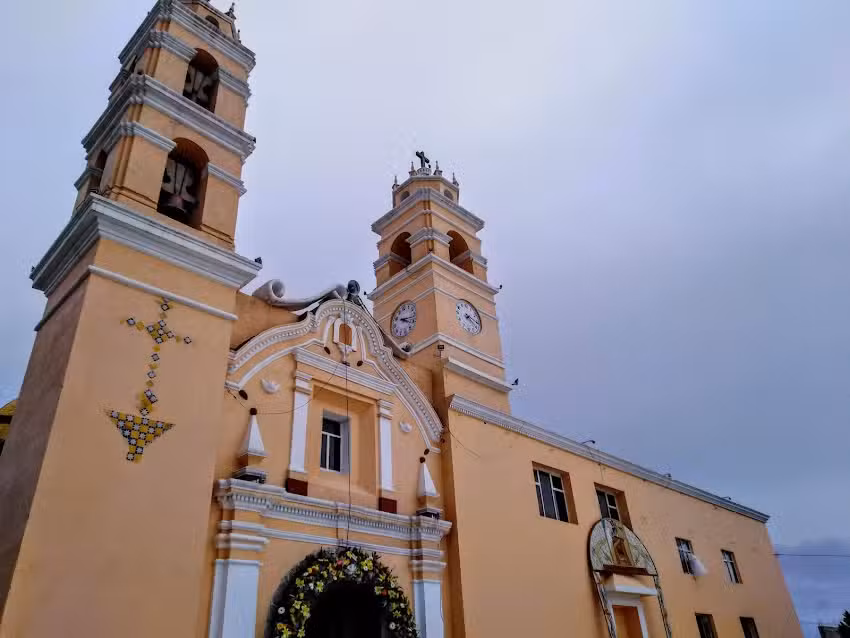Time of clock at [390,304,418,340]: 4:17
